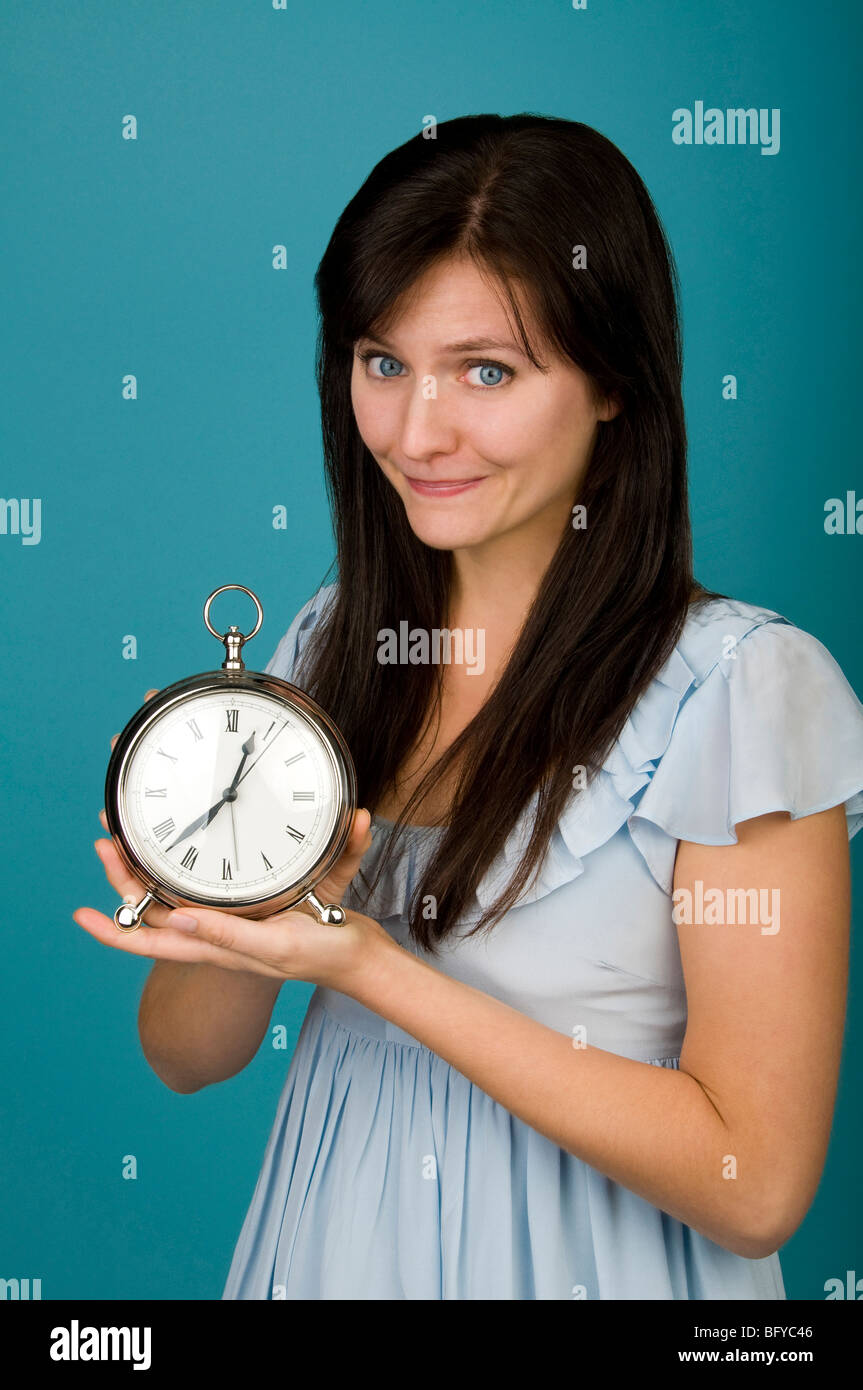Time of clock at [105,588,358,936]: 12:37
